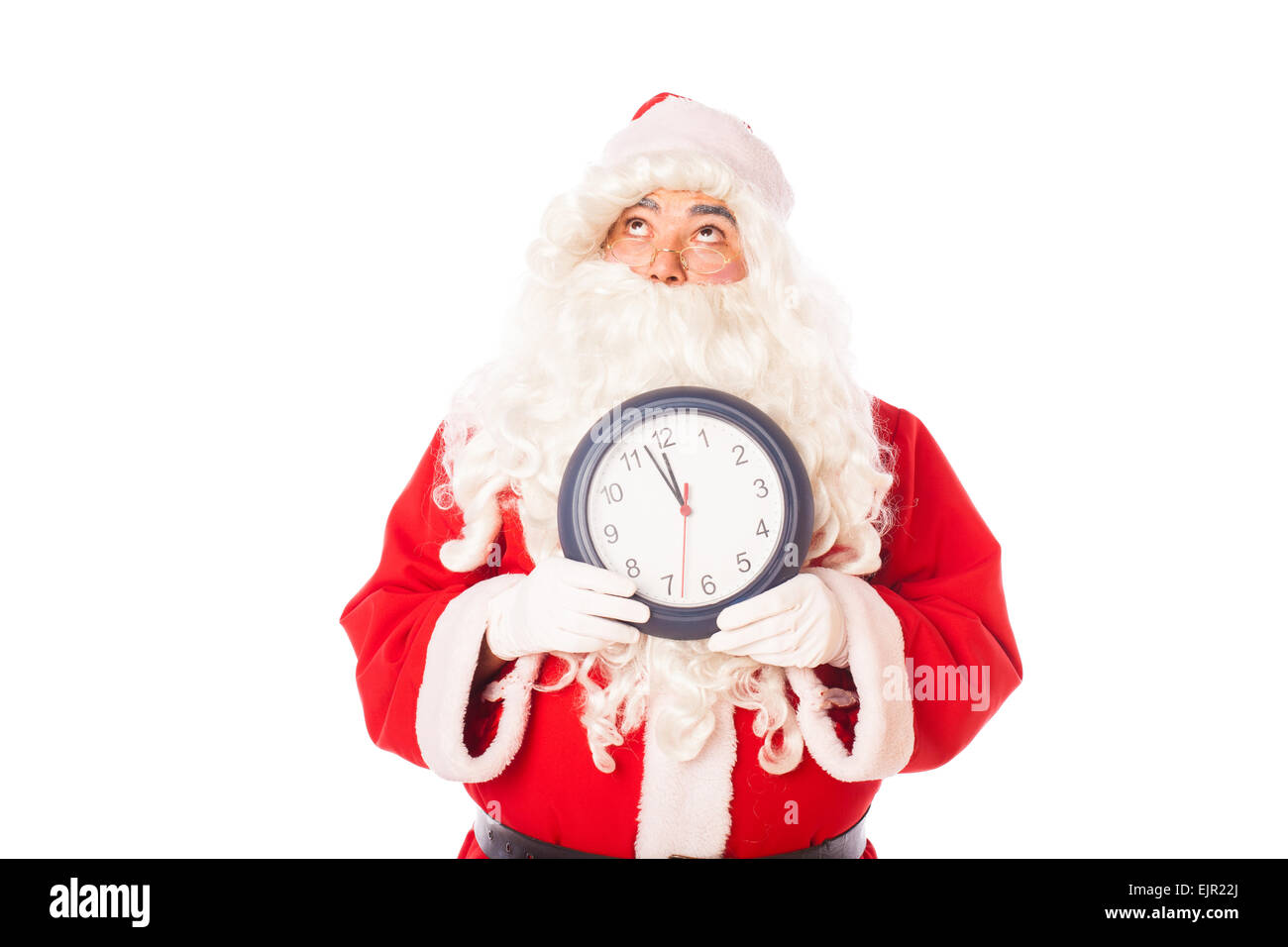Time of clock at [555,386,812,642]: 11:57
